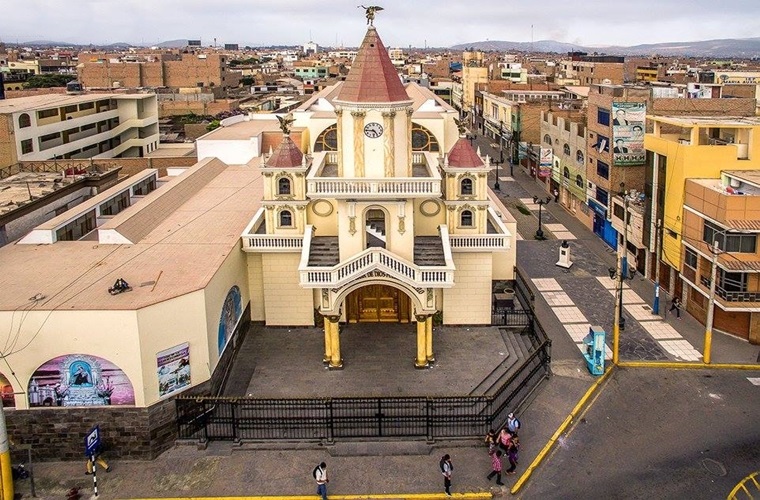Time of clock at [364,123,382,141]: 4:45
